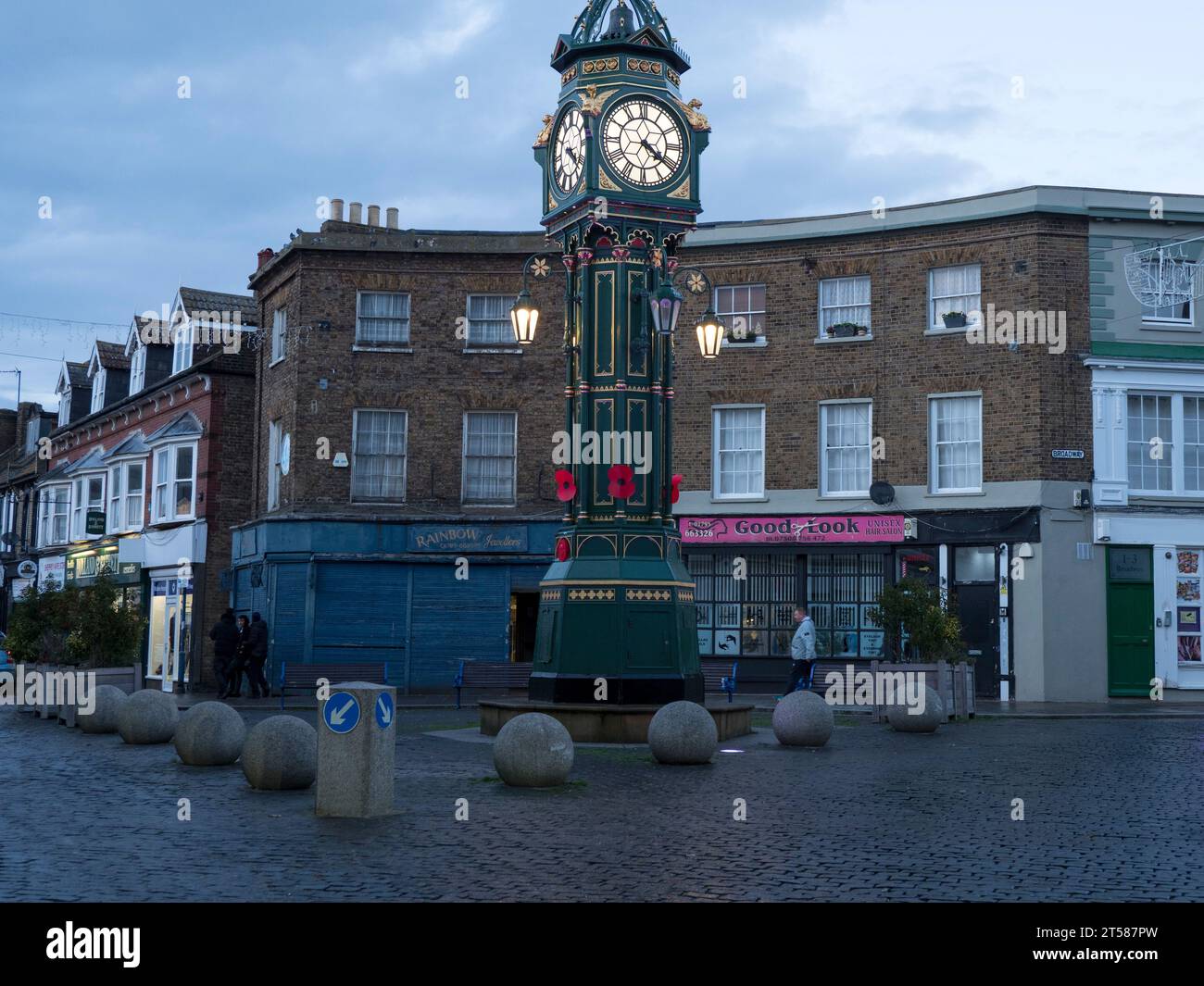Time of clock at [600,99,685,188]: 4:21
